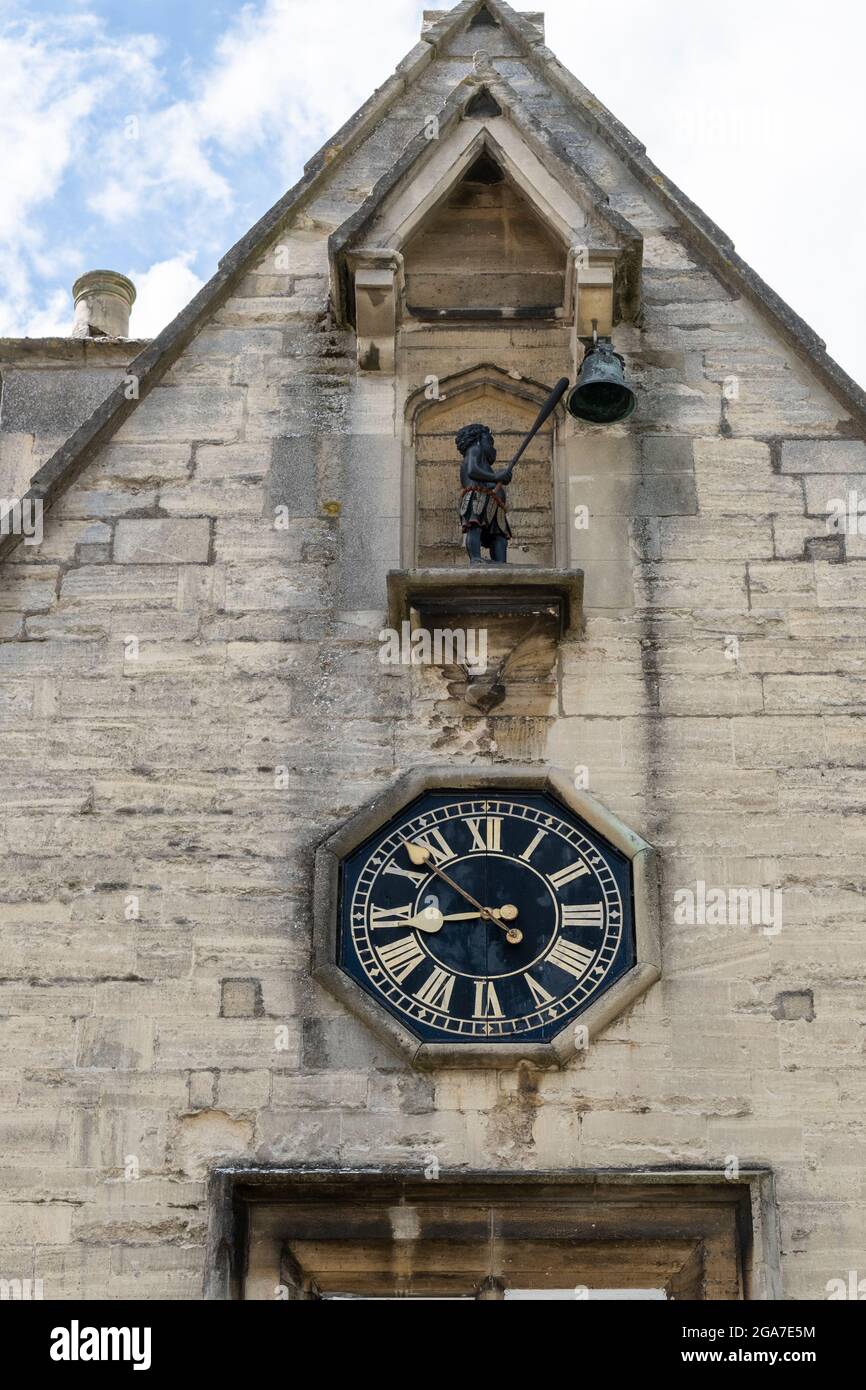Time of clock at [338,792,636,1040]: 8:52
